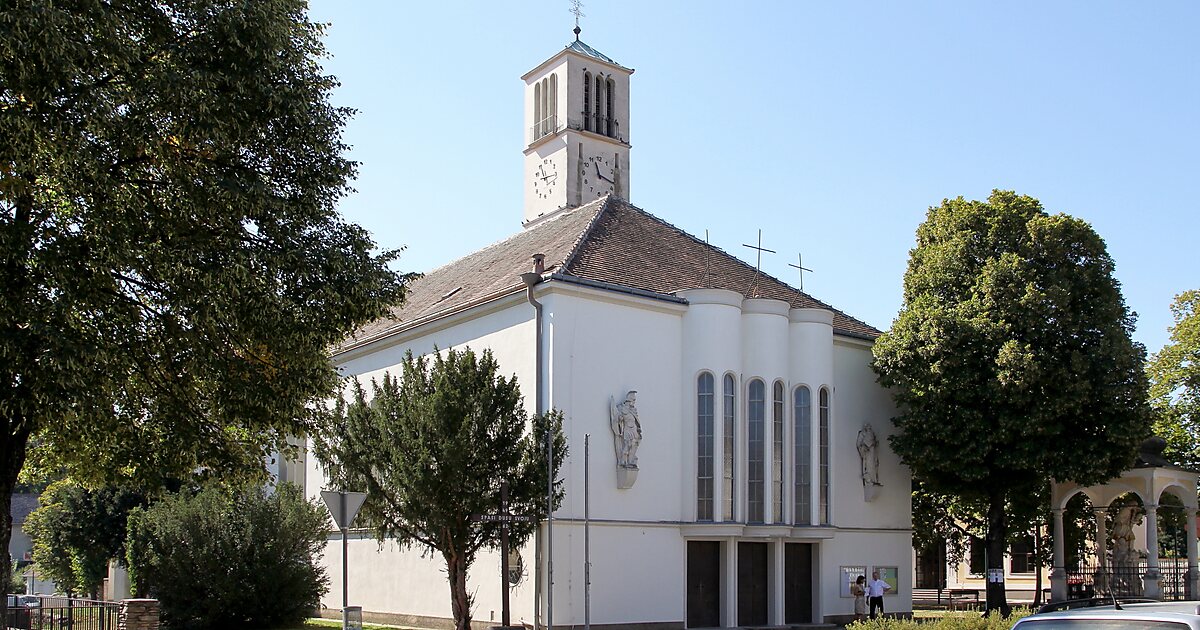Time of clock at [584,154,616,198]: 11:17
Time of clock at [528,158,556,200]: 11:14
